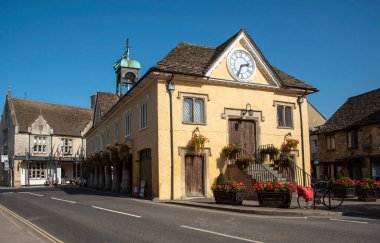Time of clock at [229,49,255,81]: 2:34
